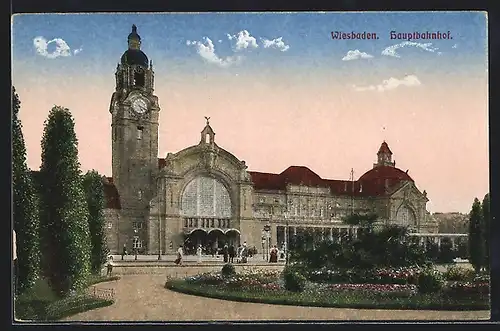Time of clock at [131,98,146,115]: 5:18
